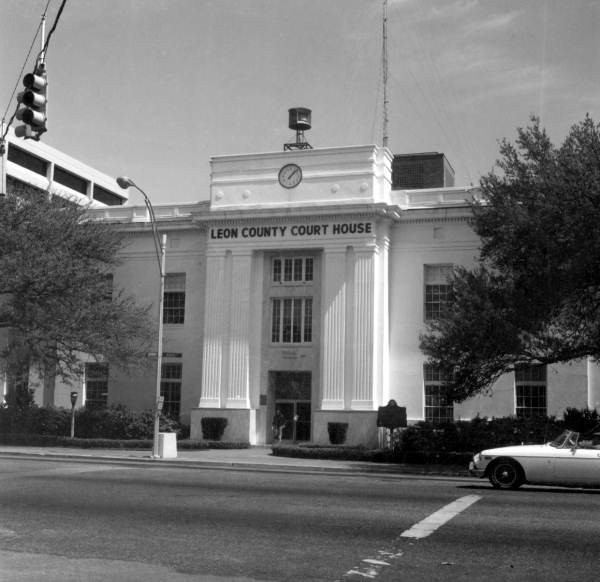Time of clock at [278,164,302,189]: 1:07
